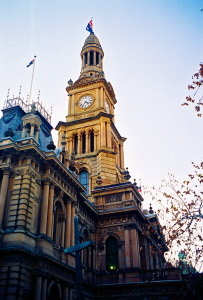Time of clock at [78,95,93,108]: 4:35
